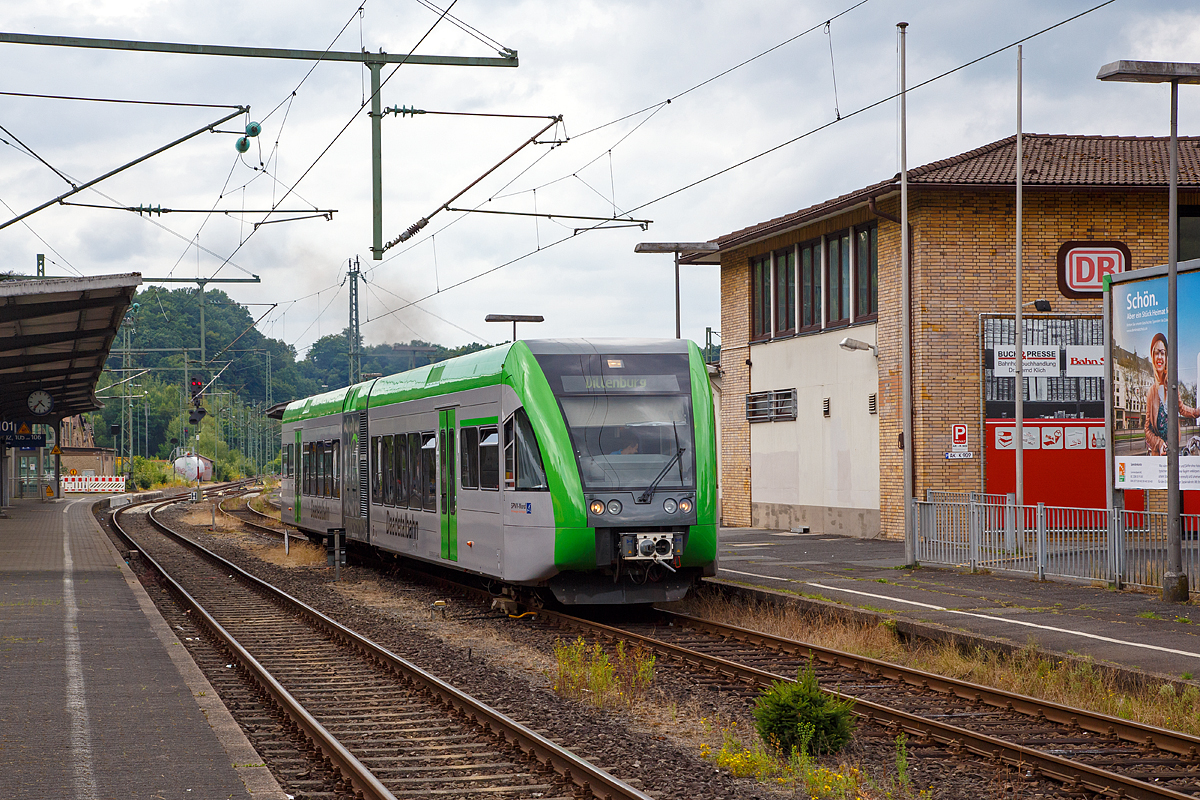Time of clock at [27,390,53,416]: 4:36
